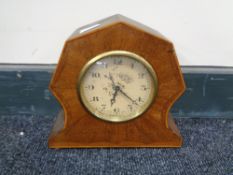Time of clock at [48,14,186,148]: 6:22
